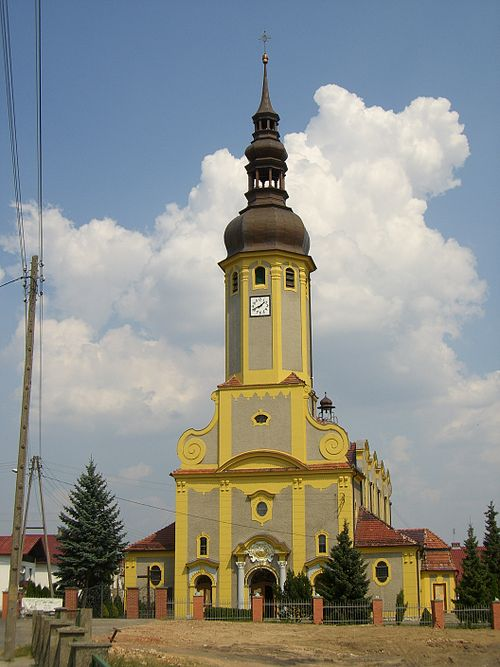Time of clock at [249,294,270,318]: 1:41
